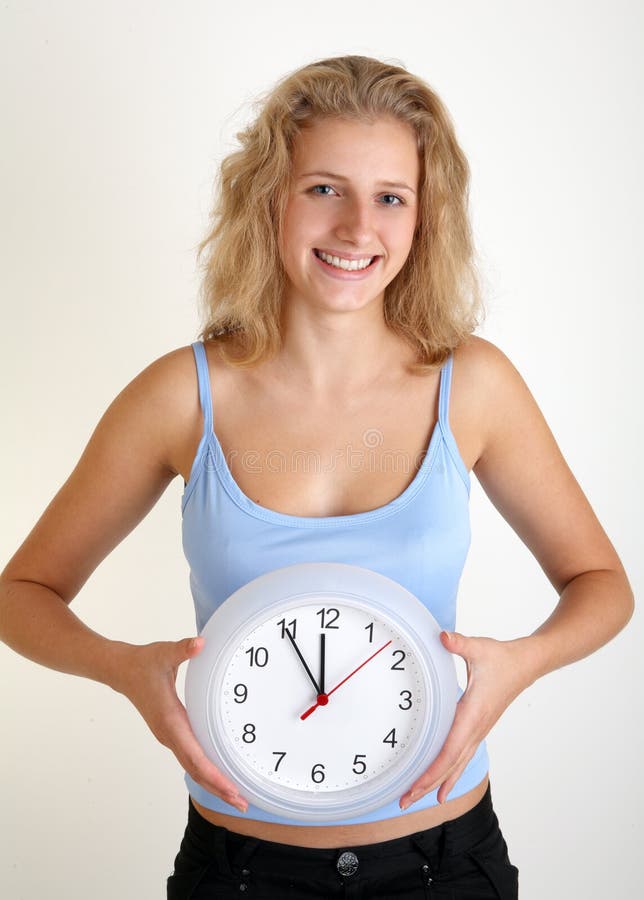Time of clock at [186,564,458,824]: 11:54
